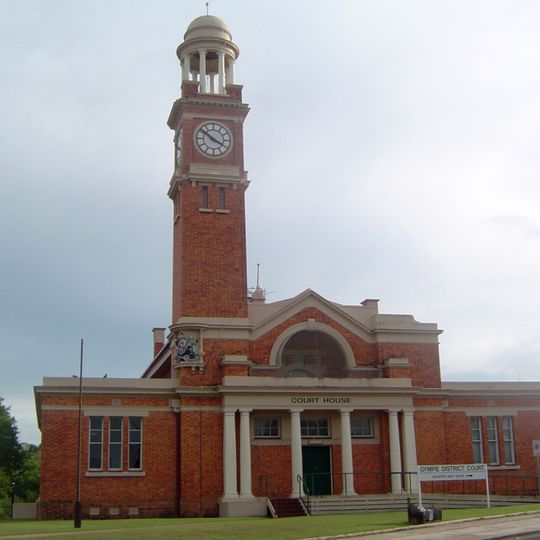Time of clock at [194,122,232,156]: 3:51
